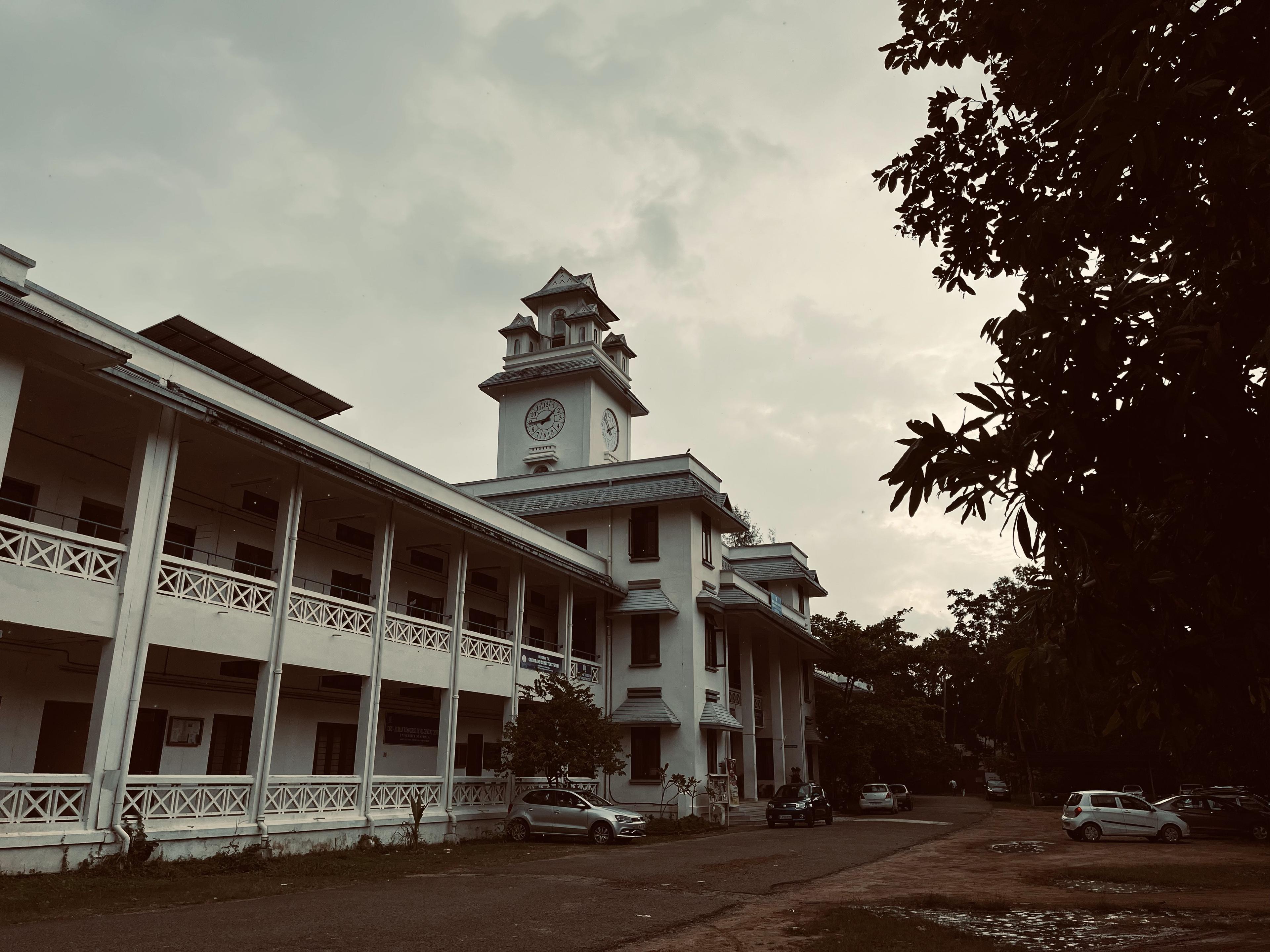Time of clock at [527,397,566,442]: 1:44
